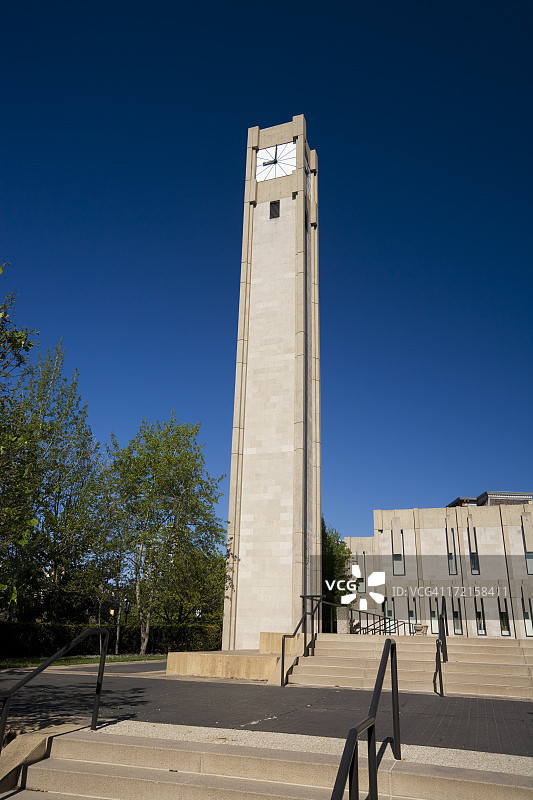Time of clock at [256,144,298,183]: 9:01
